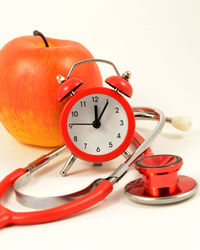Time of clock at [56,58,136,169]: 12:05
